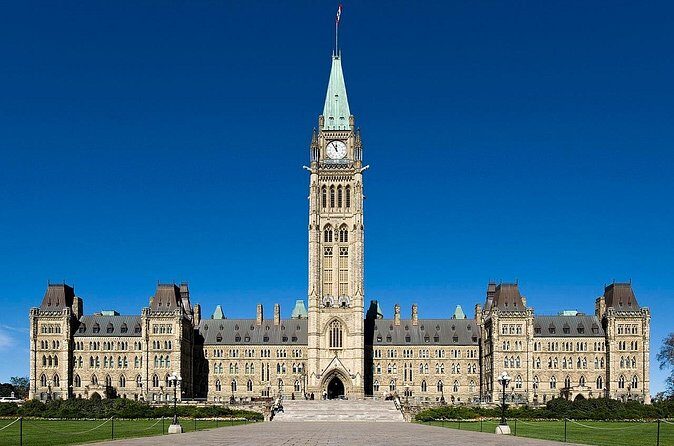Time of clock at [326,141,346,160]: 11:54
